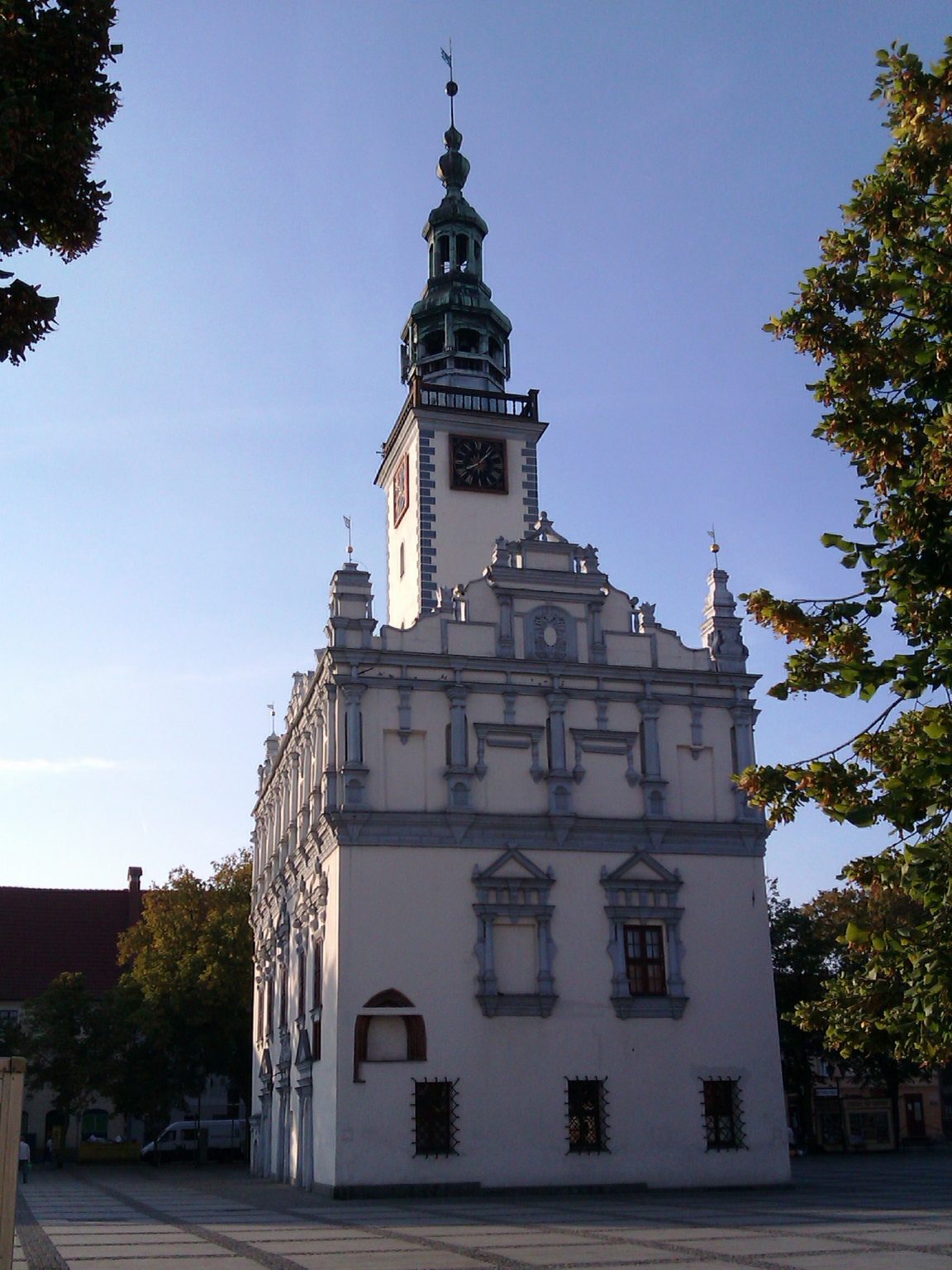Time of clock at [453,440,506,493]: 8:06
